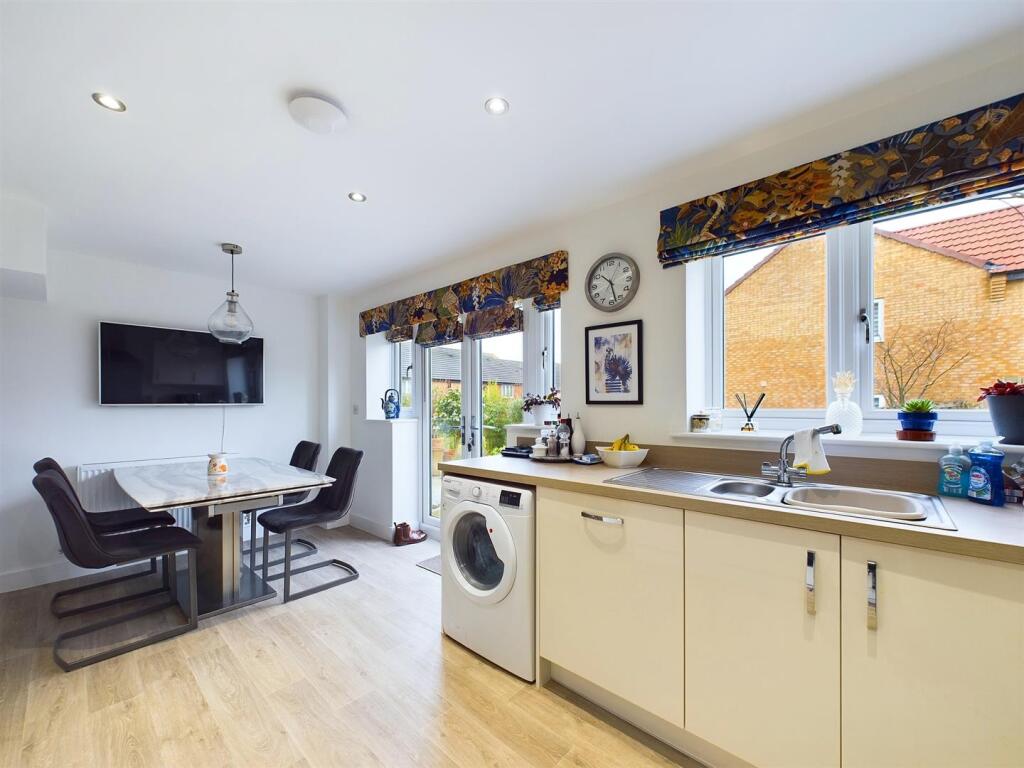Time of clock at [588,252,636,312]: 10:28
